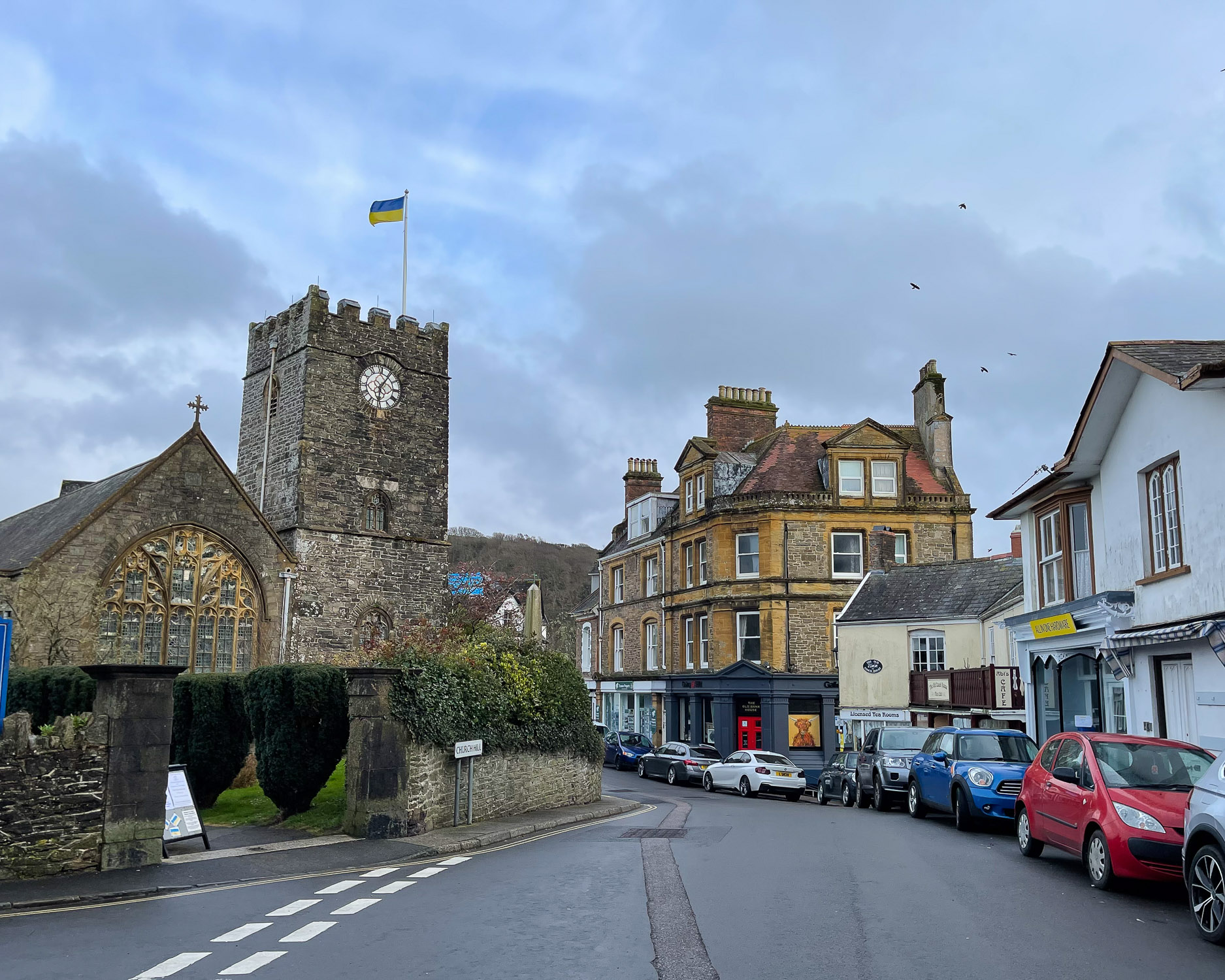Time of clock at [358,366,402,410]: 6:06
